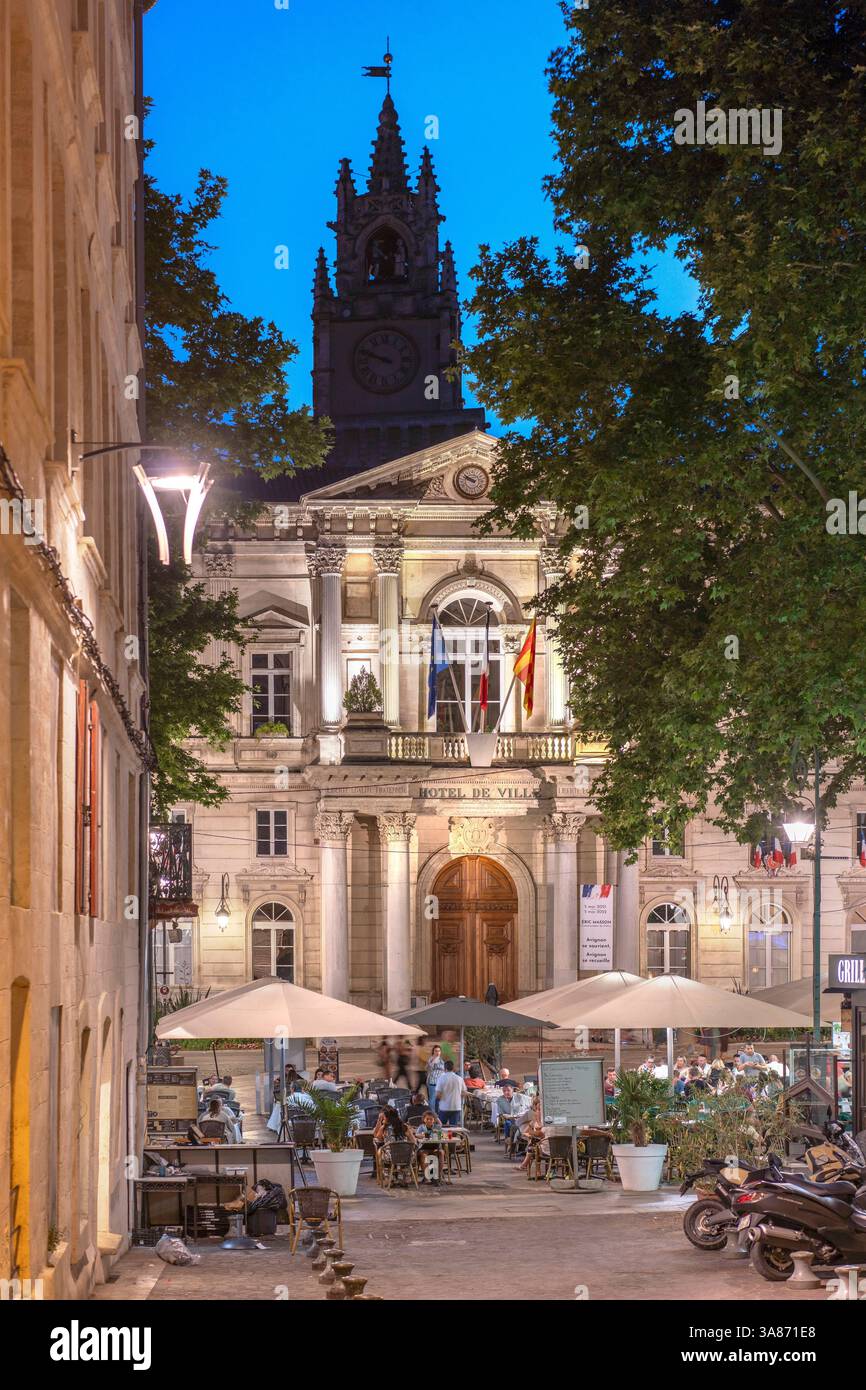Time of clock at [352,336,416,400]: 9:48
